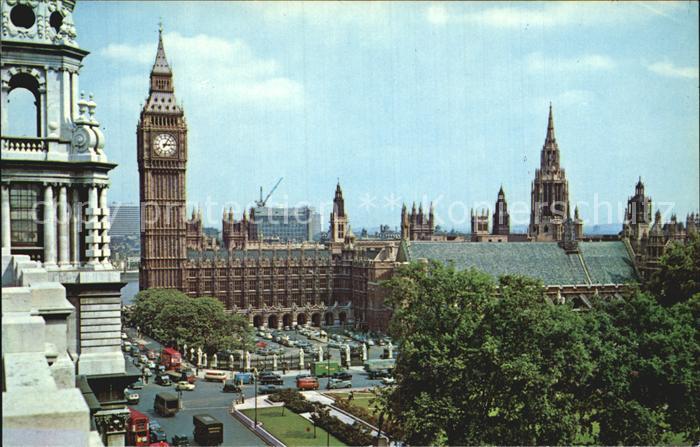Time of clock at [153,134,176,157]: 3:05
